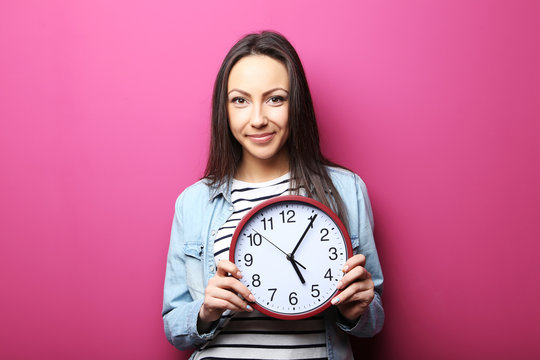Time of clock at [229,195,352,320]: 5:05
